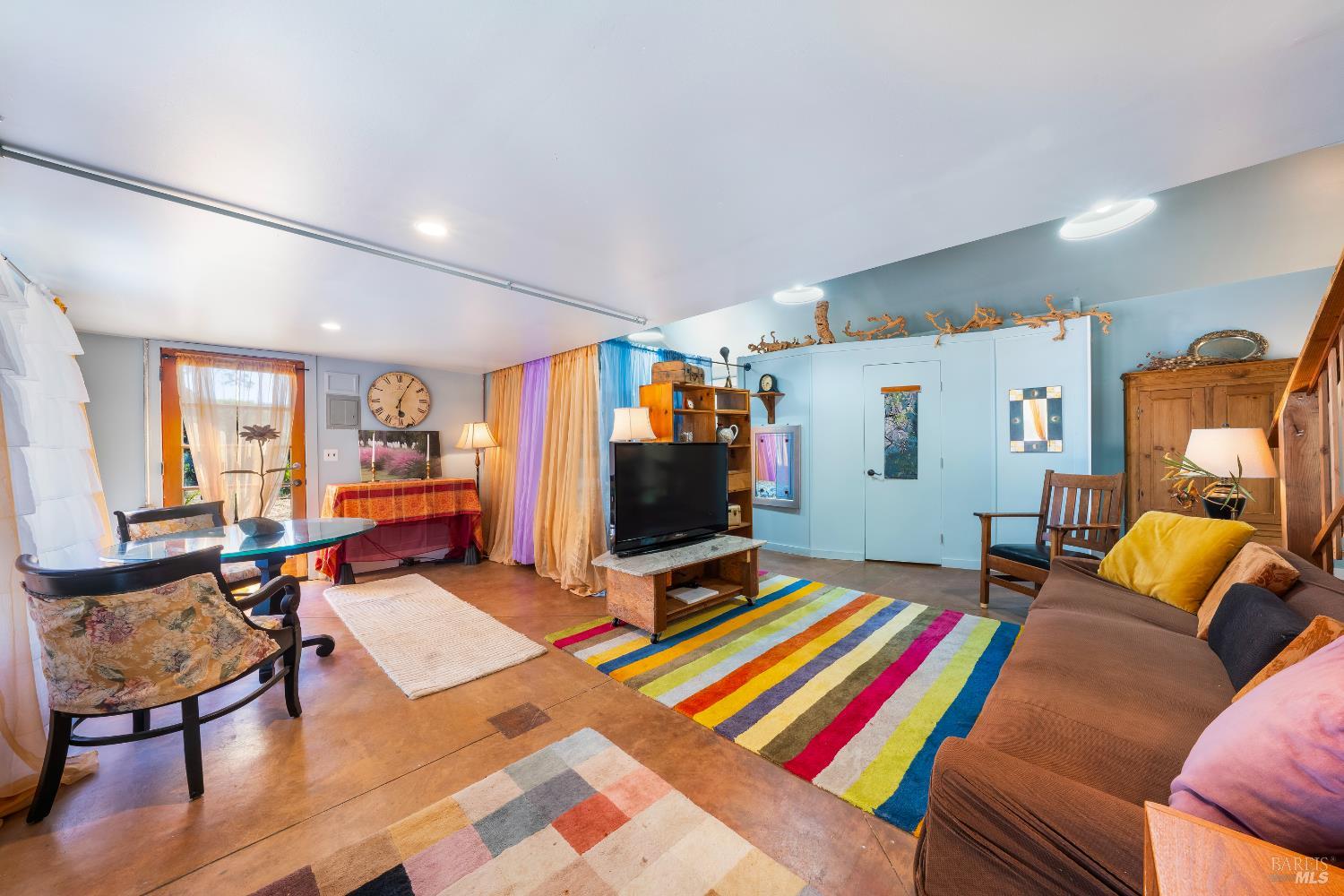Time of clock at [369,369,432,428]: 6:04
